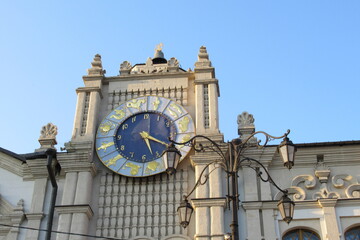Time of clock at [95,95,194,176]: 5:19
